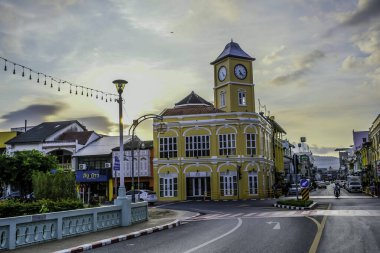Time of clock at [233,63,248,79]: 6:22
